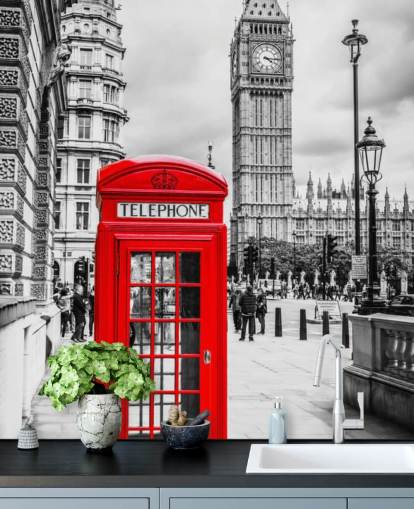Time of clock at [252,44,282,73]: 4:15
